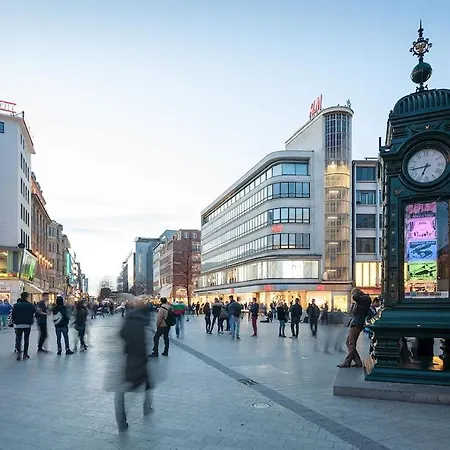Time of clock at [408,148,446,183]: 6:43
